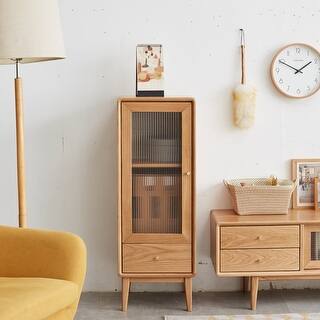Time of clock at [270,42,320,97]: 1:49
